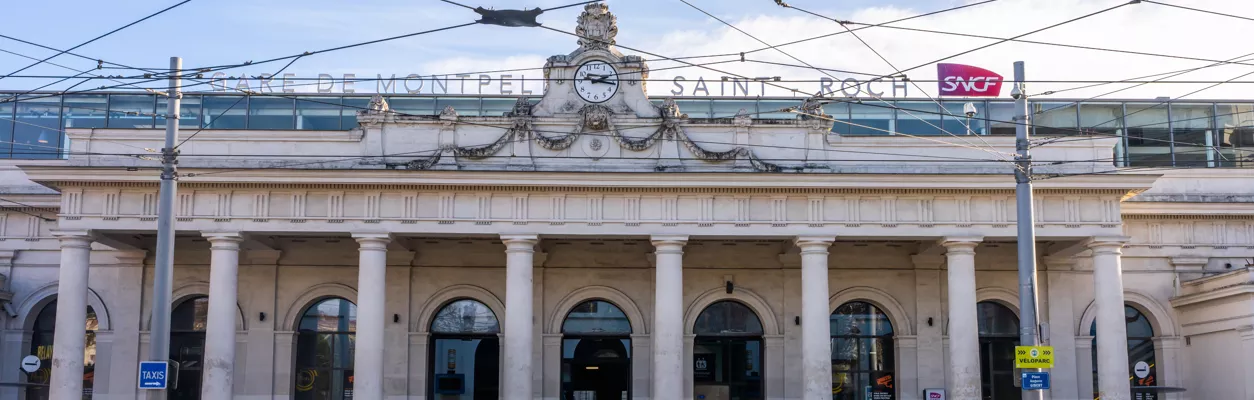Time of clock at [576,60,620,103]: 2:16
